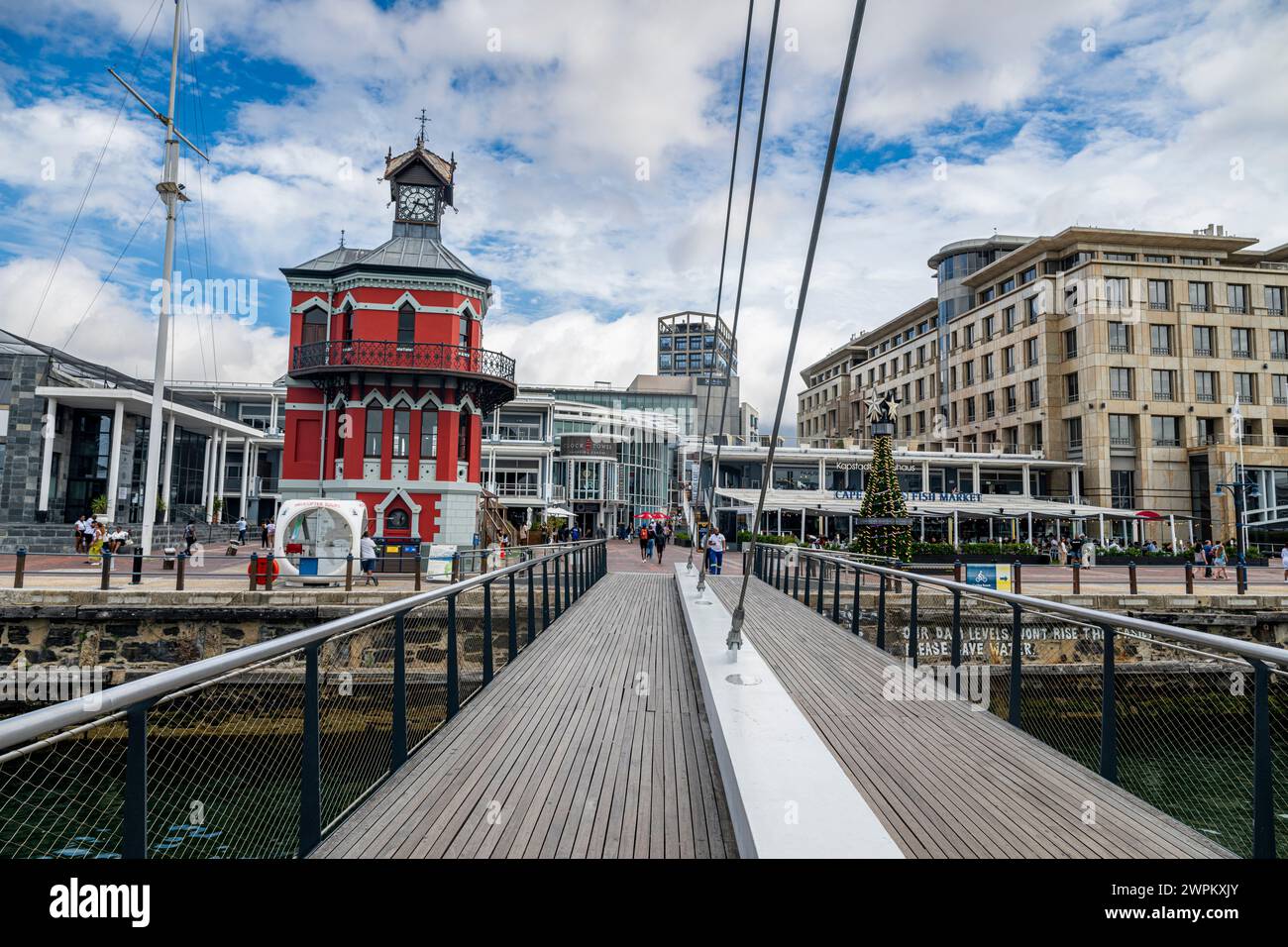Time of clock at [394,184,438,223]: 3:34
